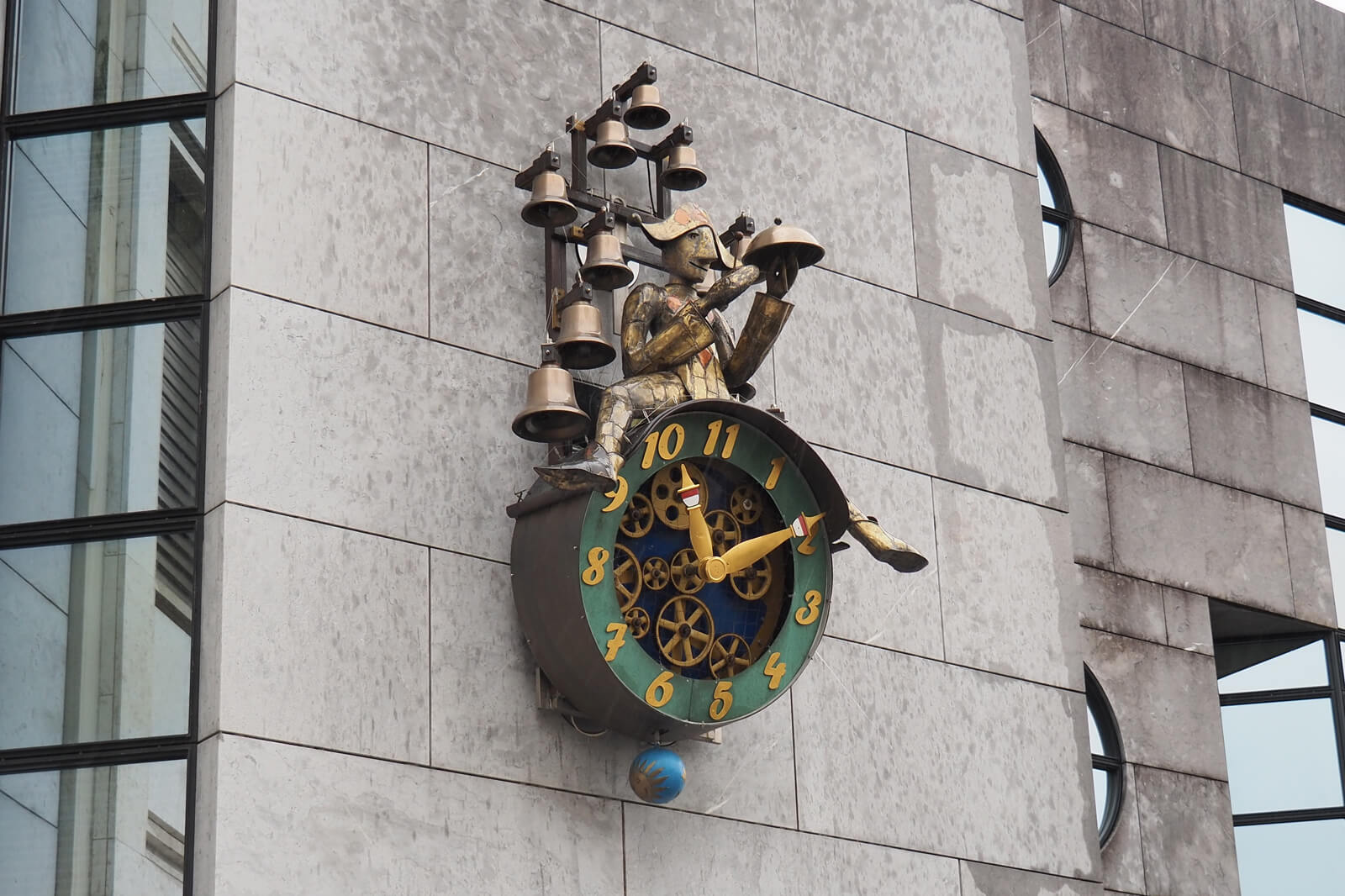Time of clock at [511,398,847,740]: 12:14
